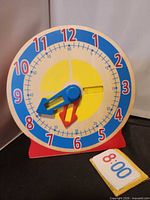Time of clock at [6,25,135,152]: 8:00
